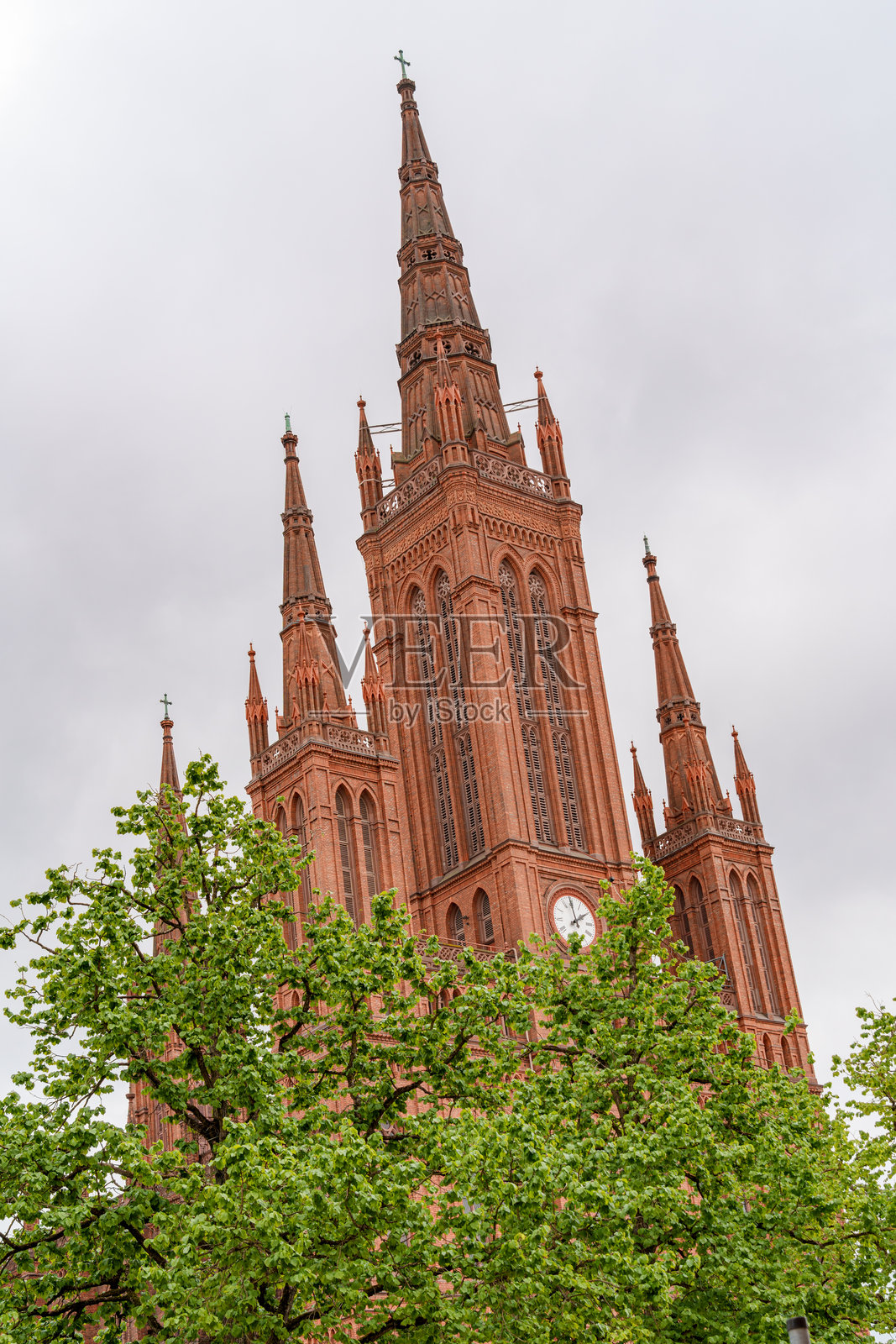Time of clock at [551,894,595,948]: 1:59
